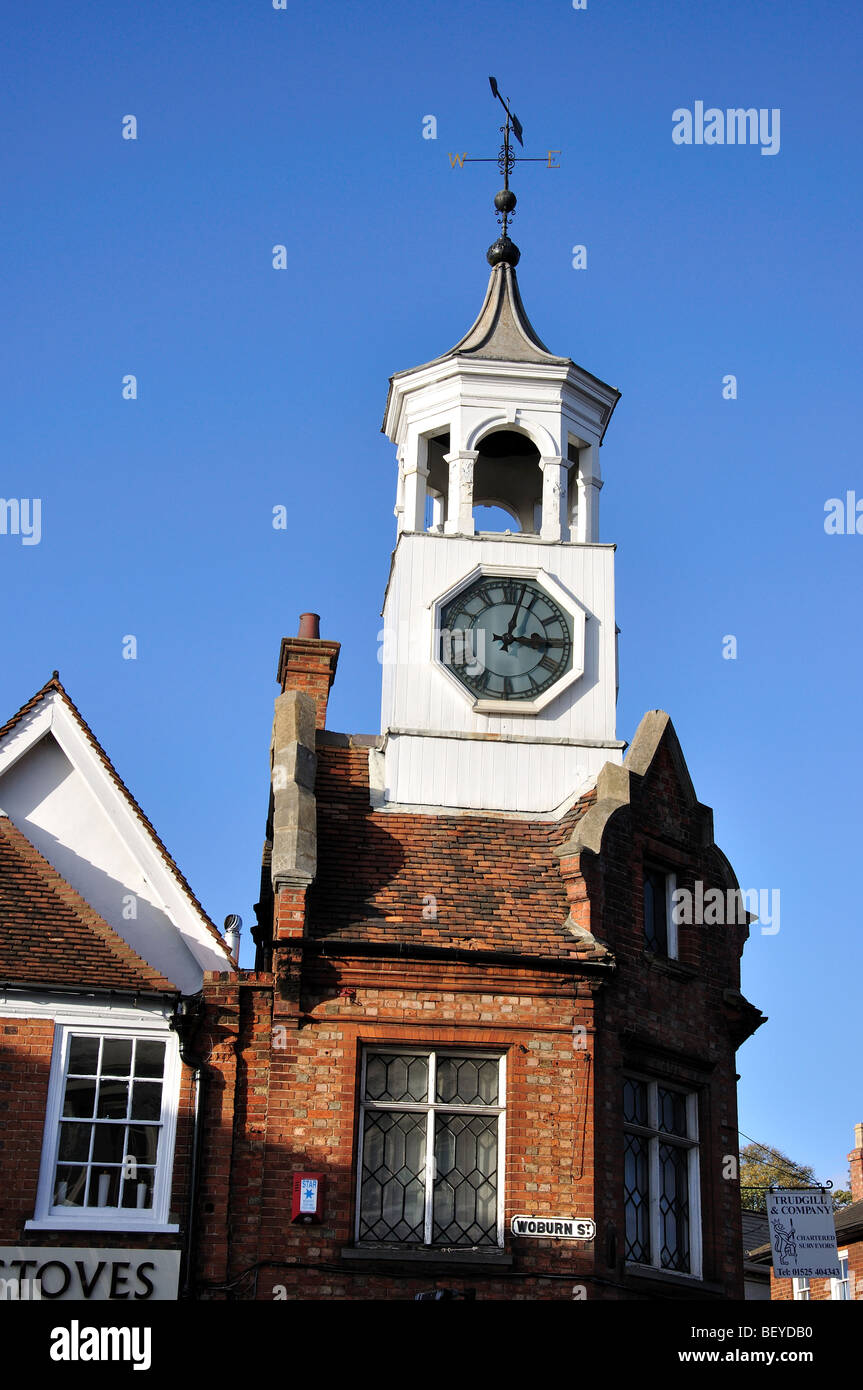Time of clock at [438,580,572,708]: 3:02
